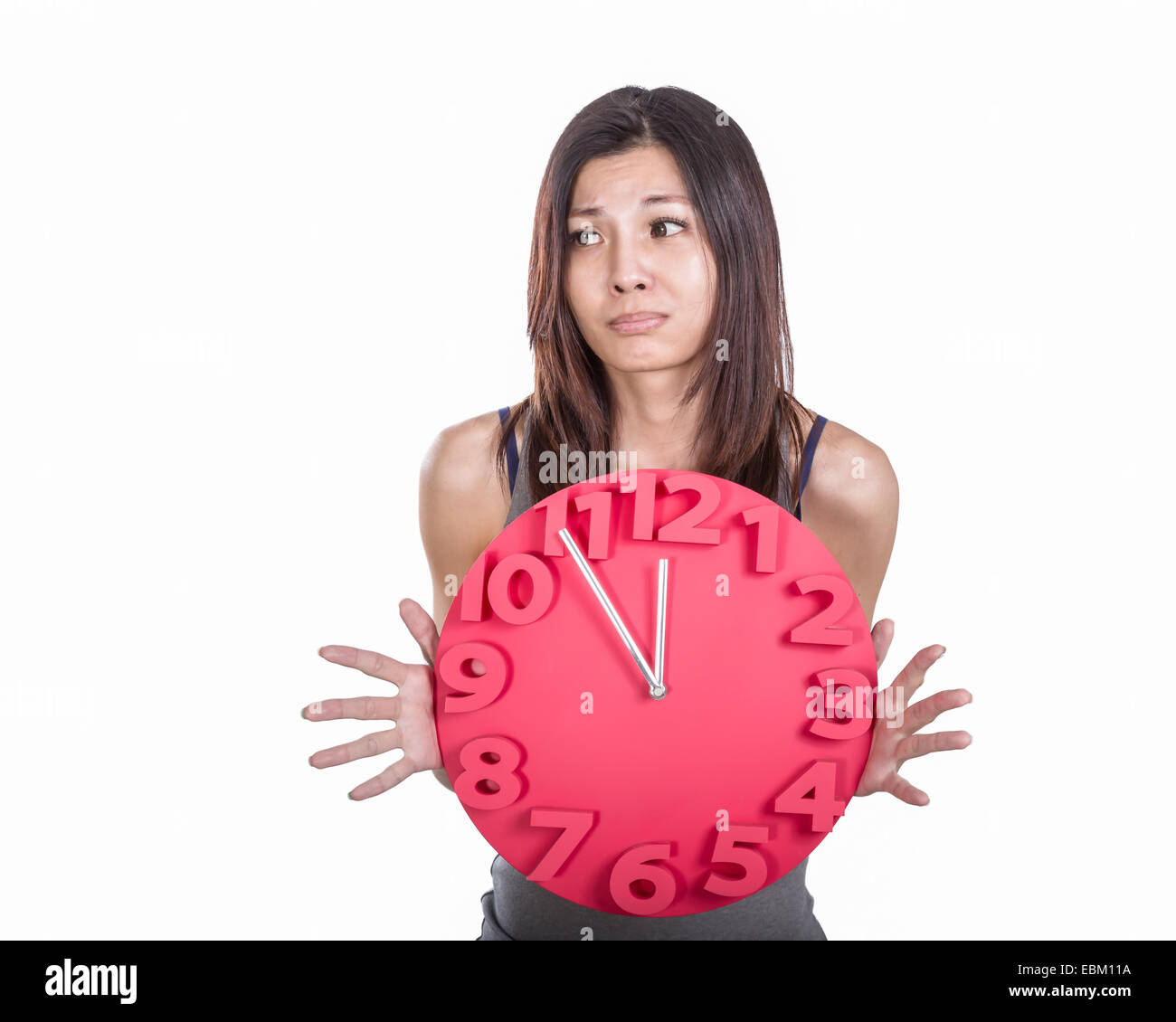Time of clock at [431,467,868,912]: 11:54
